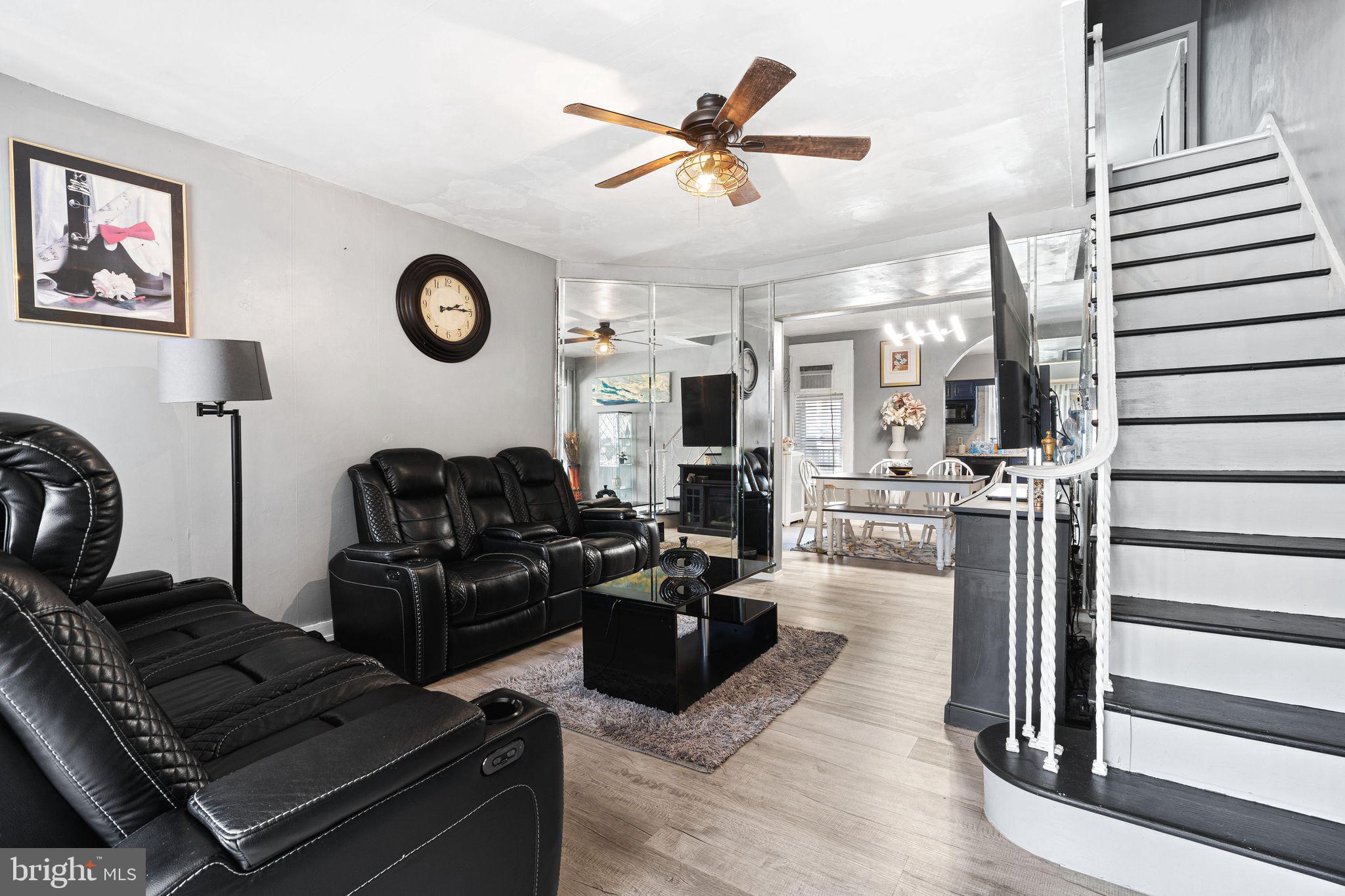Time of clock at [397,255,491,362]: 2:14
